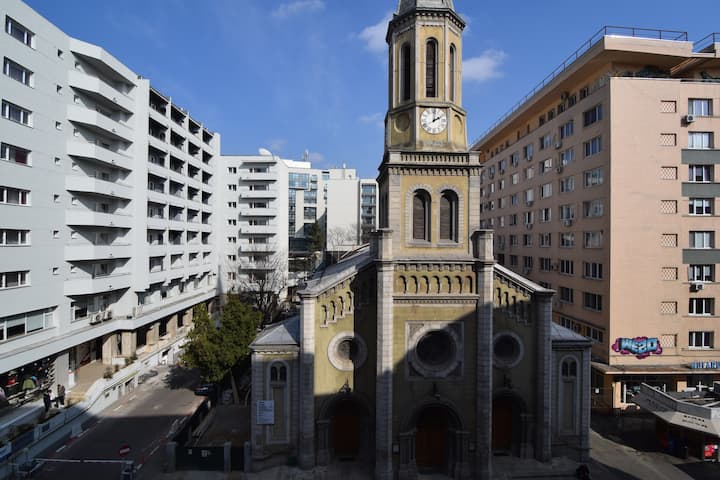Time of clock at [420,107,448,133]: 2:01
